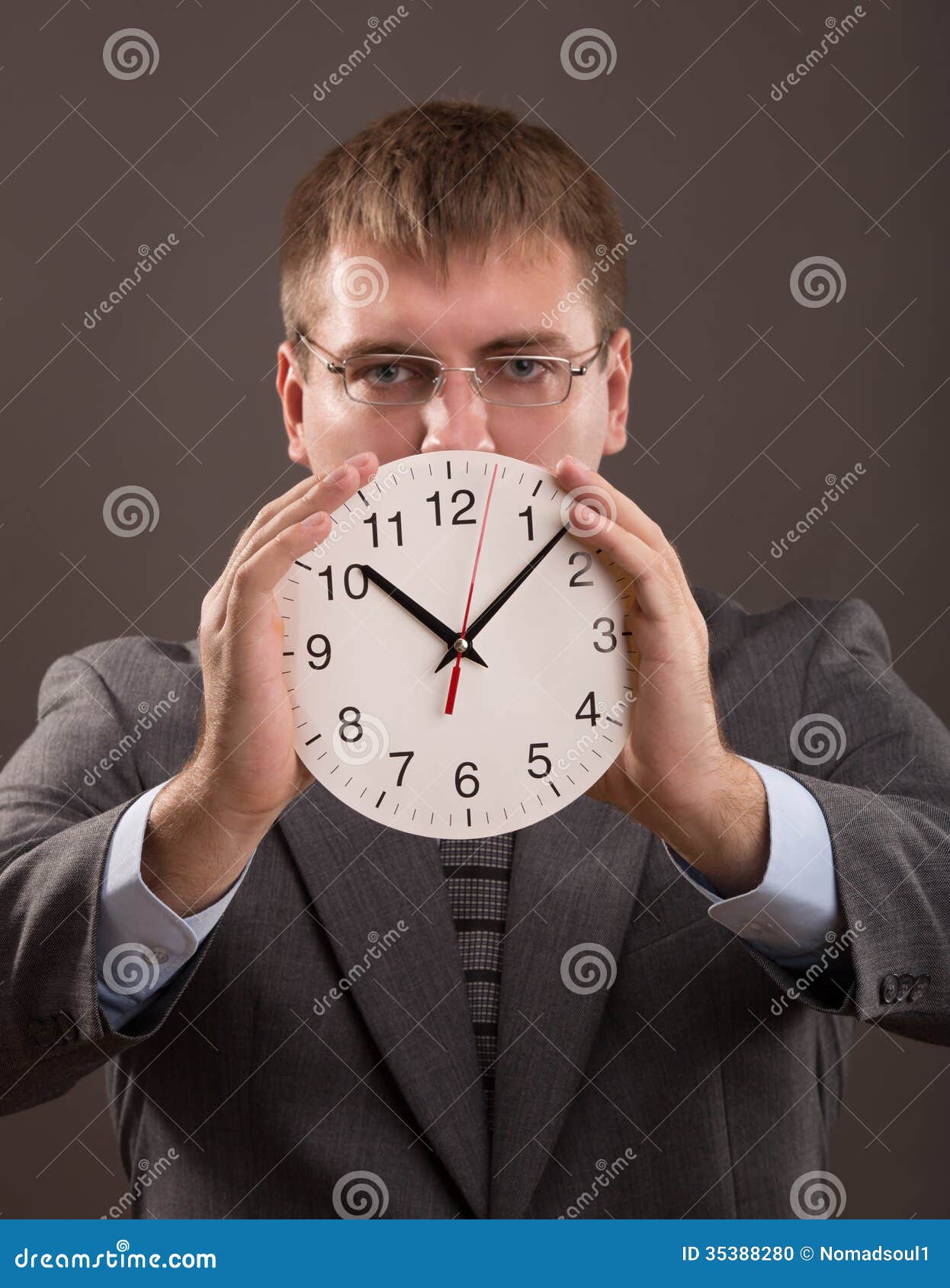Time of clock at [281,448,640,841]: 10:07
